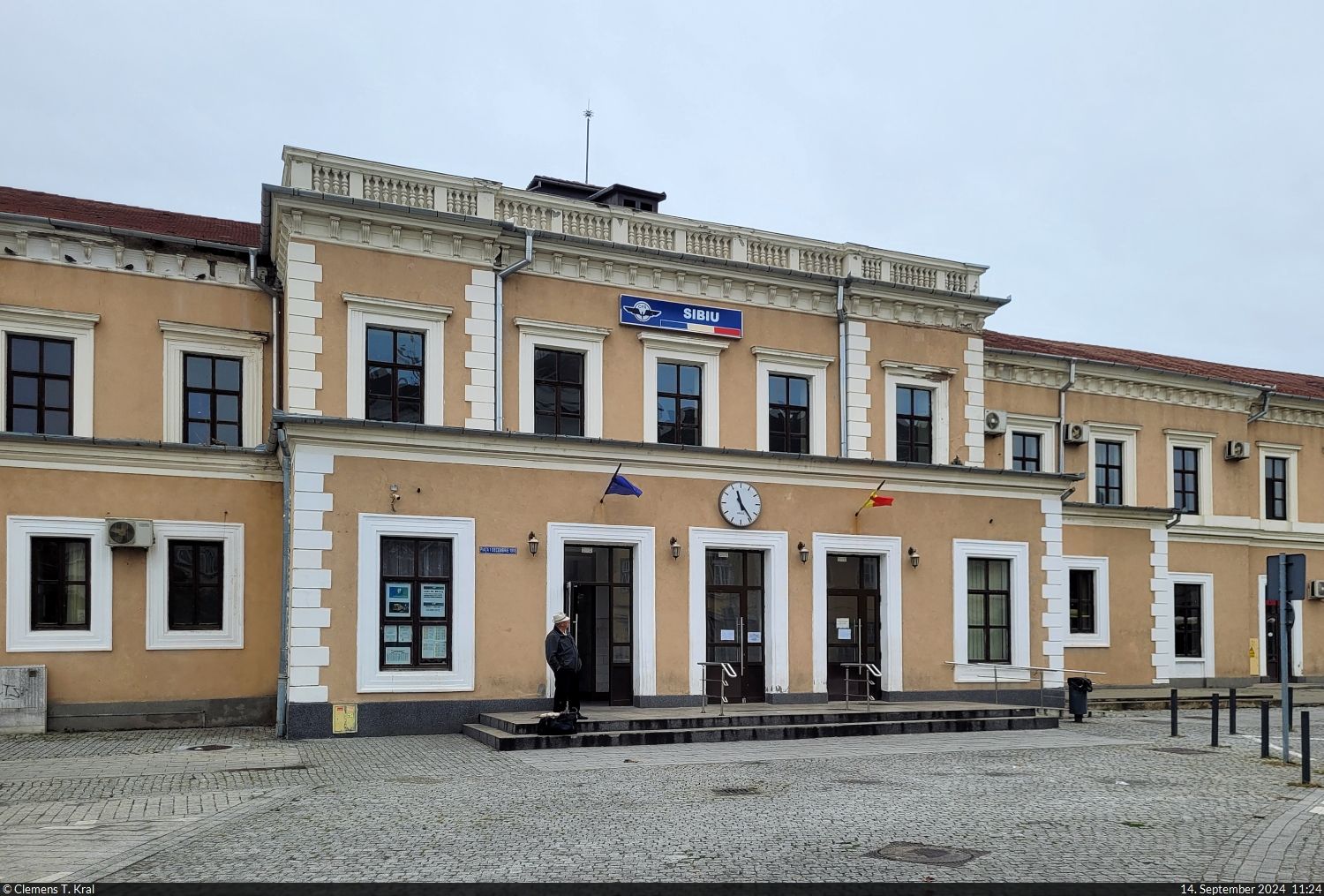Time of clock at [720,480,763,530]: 11:23
